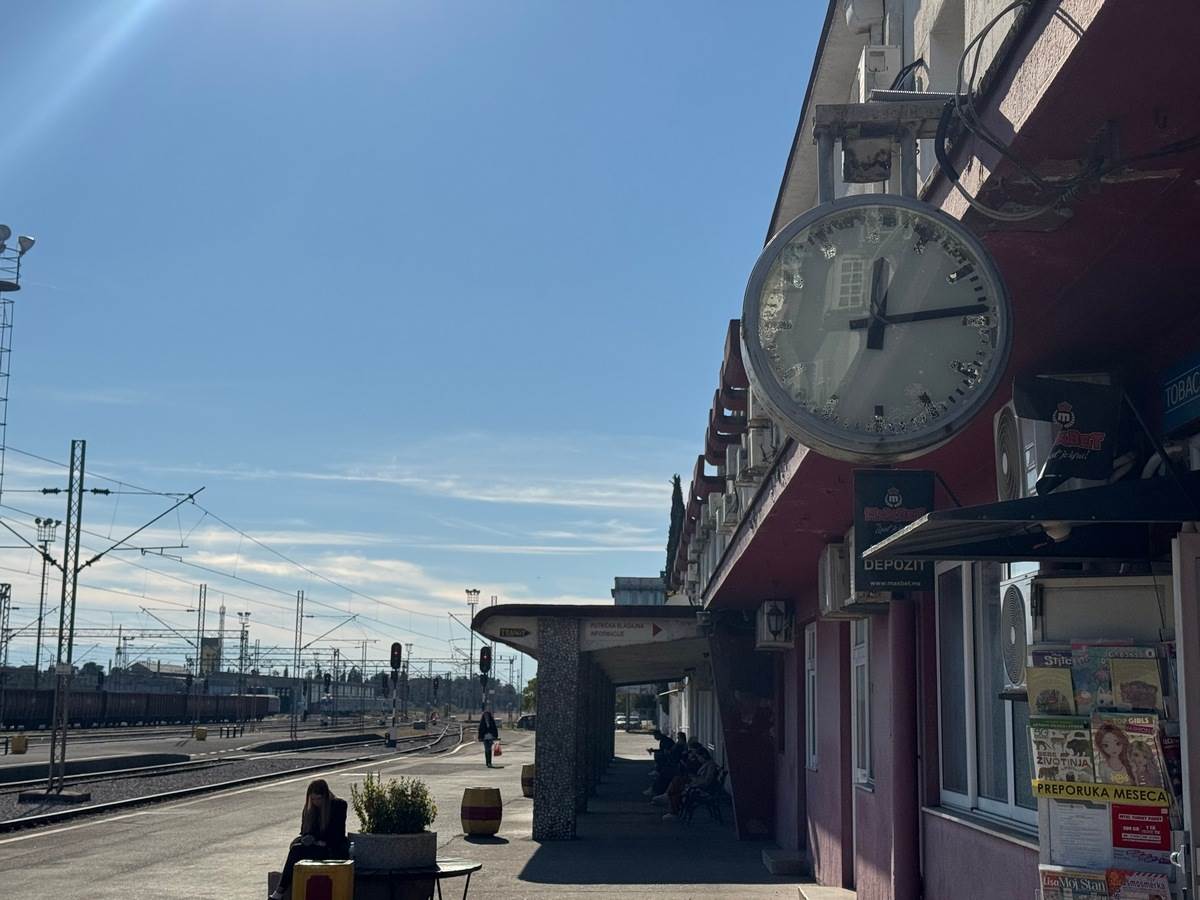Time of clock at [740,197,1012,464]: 12:14
